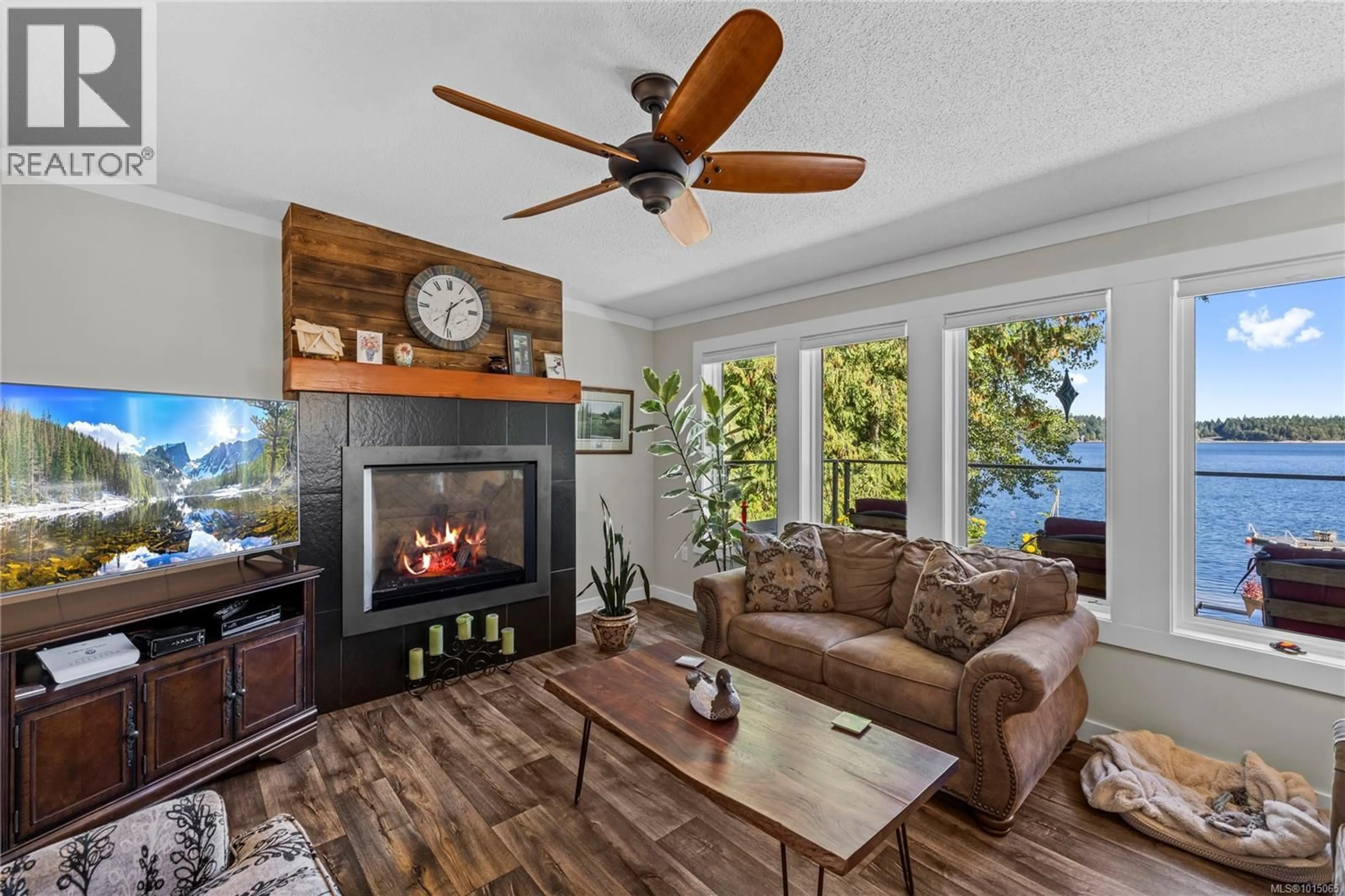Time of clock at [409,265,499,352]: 1:32
